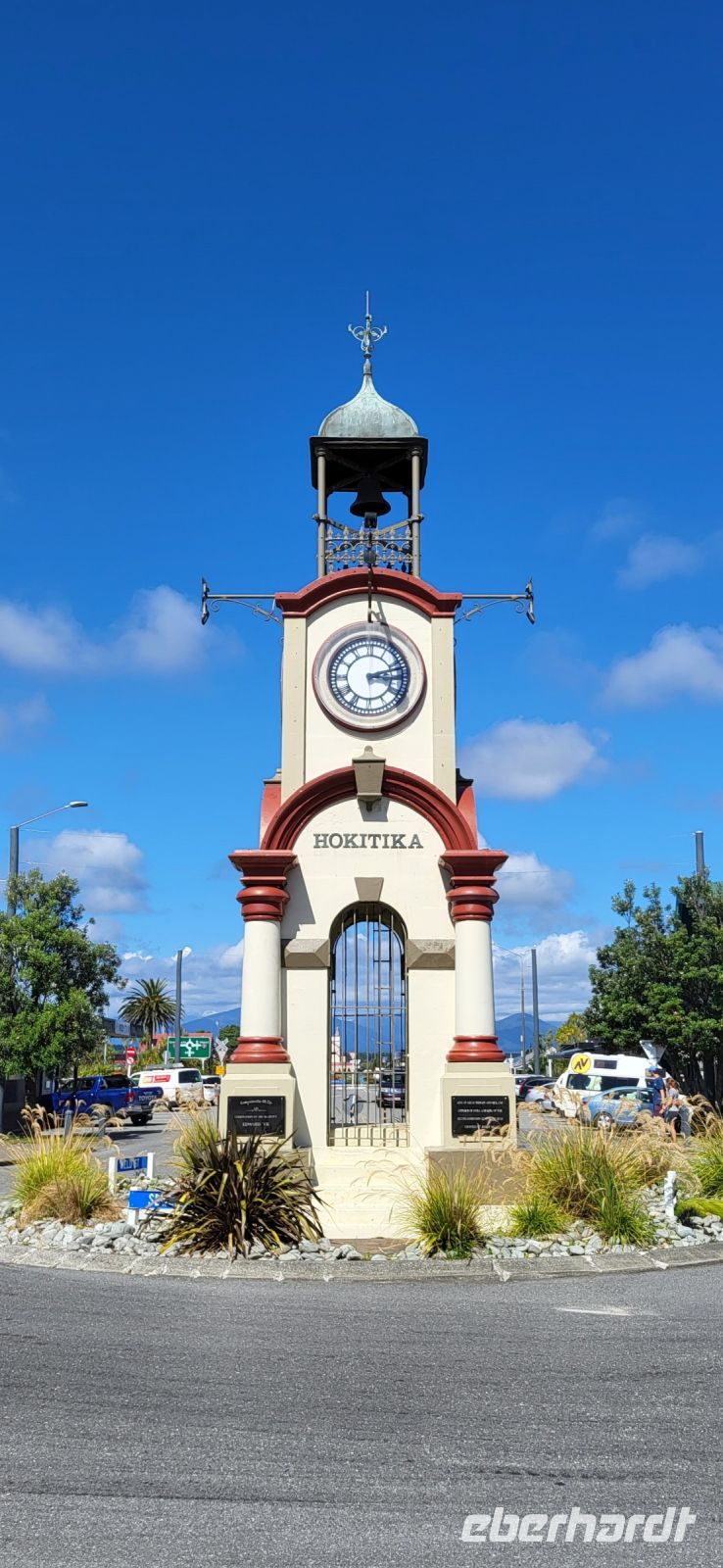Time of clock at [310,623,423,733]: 3:12
